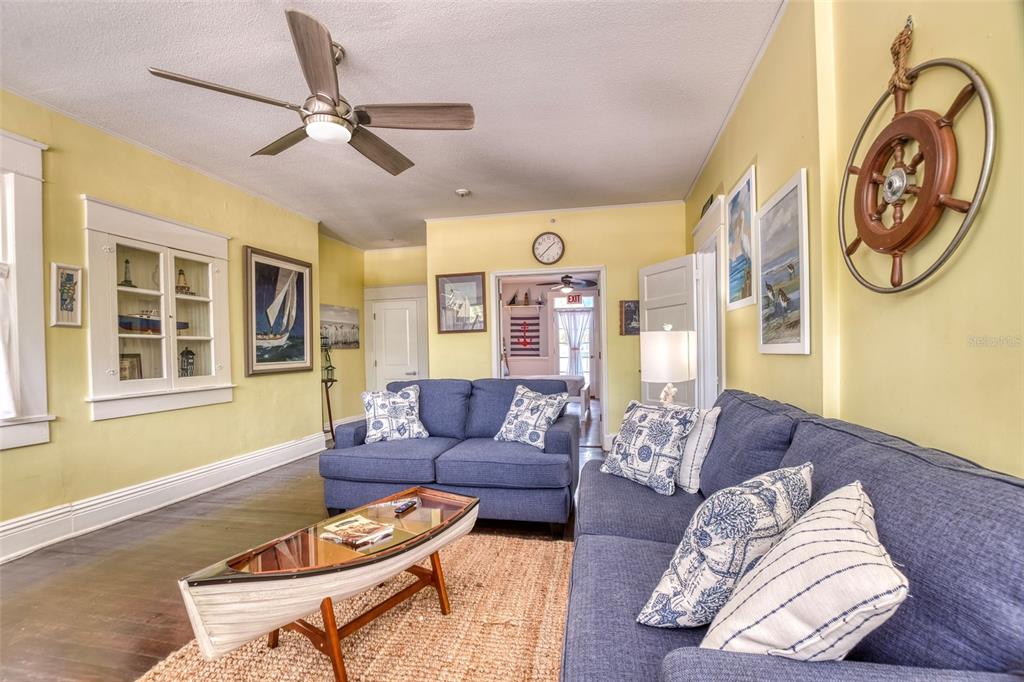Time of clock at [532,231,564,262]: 1:37
